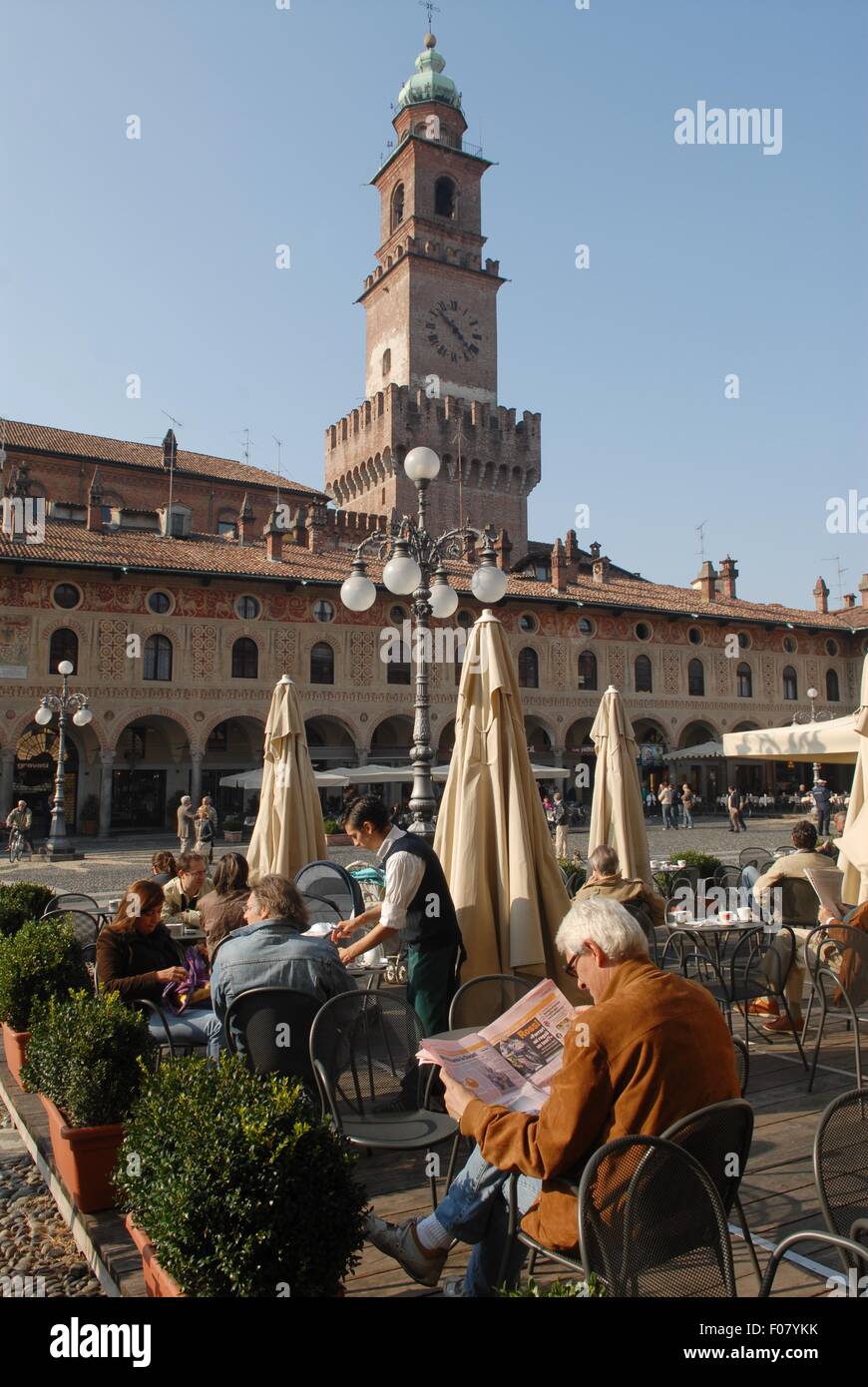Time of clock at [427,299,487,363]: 10:23
